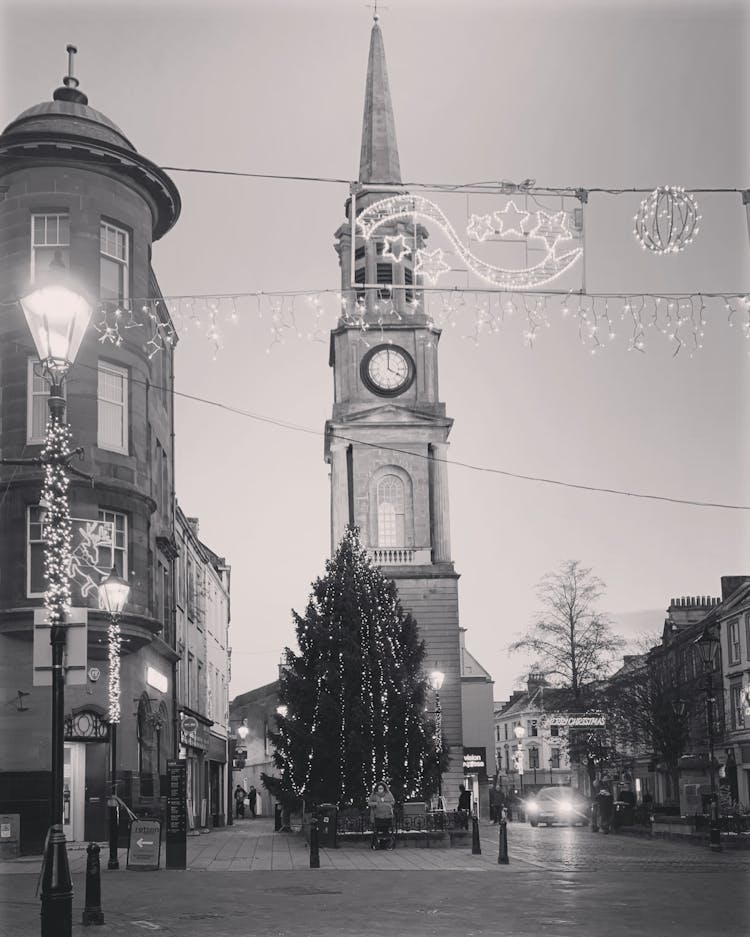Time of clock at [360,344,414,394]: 4:00
